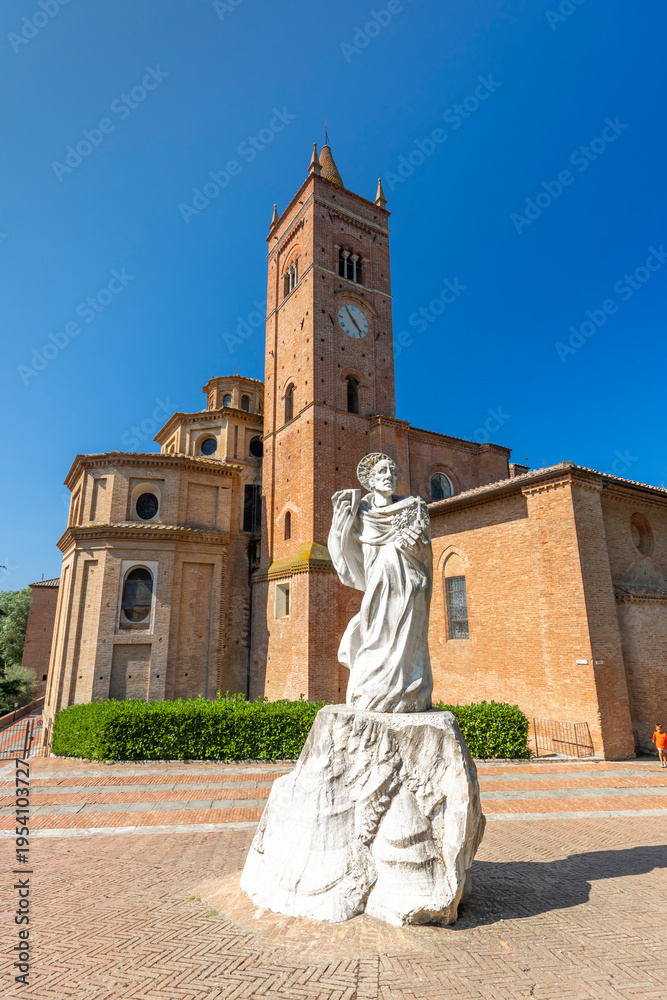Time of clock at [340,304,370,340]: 4:54
